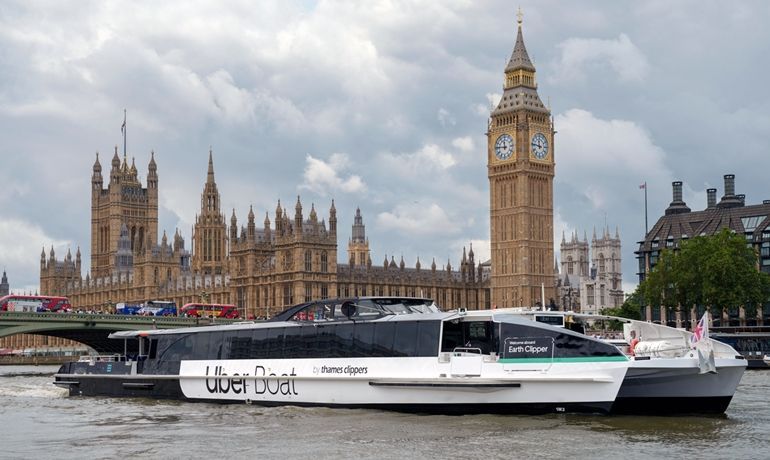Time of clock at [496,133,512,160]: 11:46
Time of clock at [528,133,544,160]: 11:46
